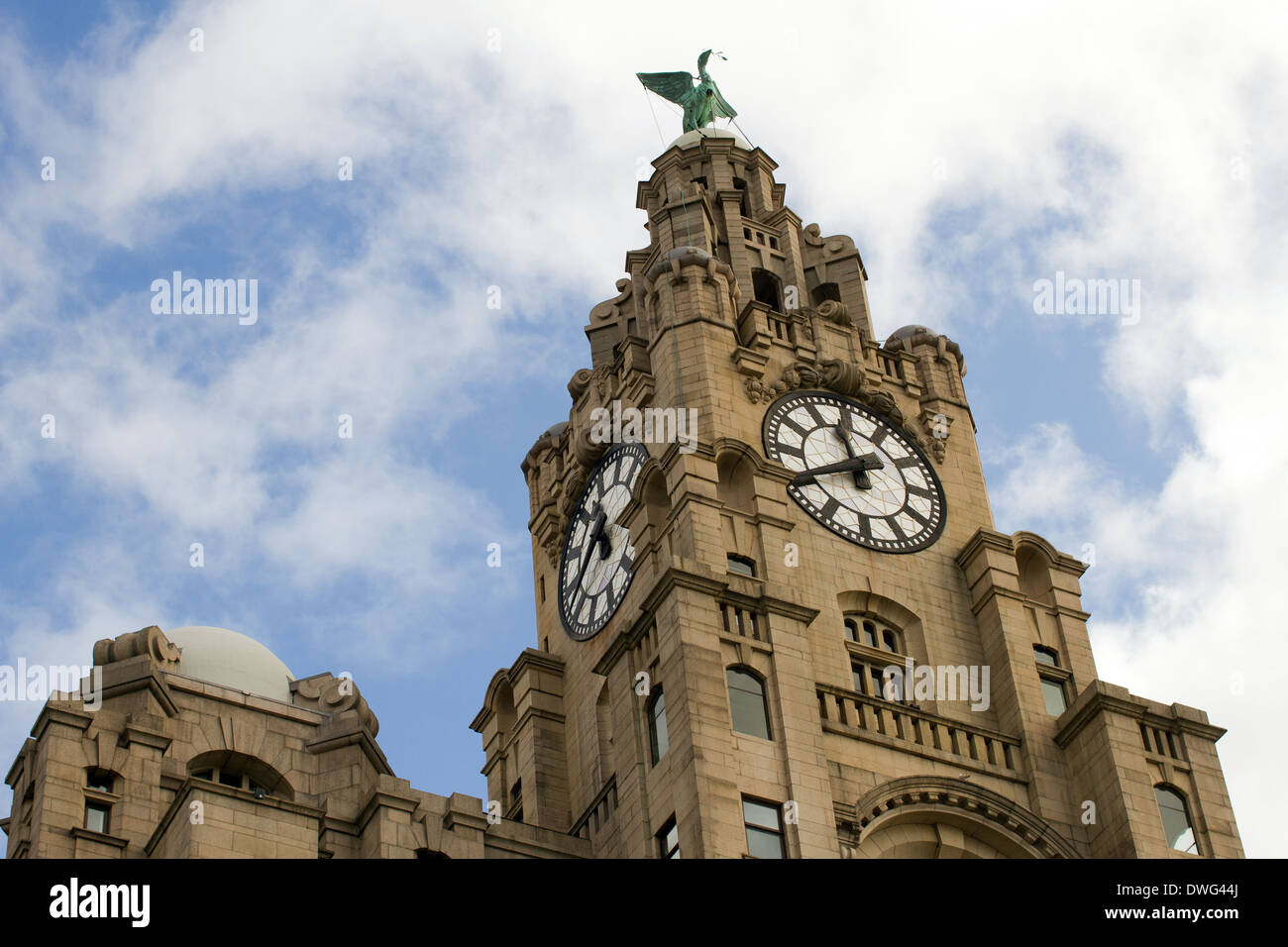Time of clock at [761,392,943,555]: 11:40
